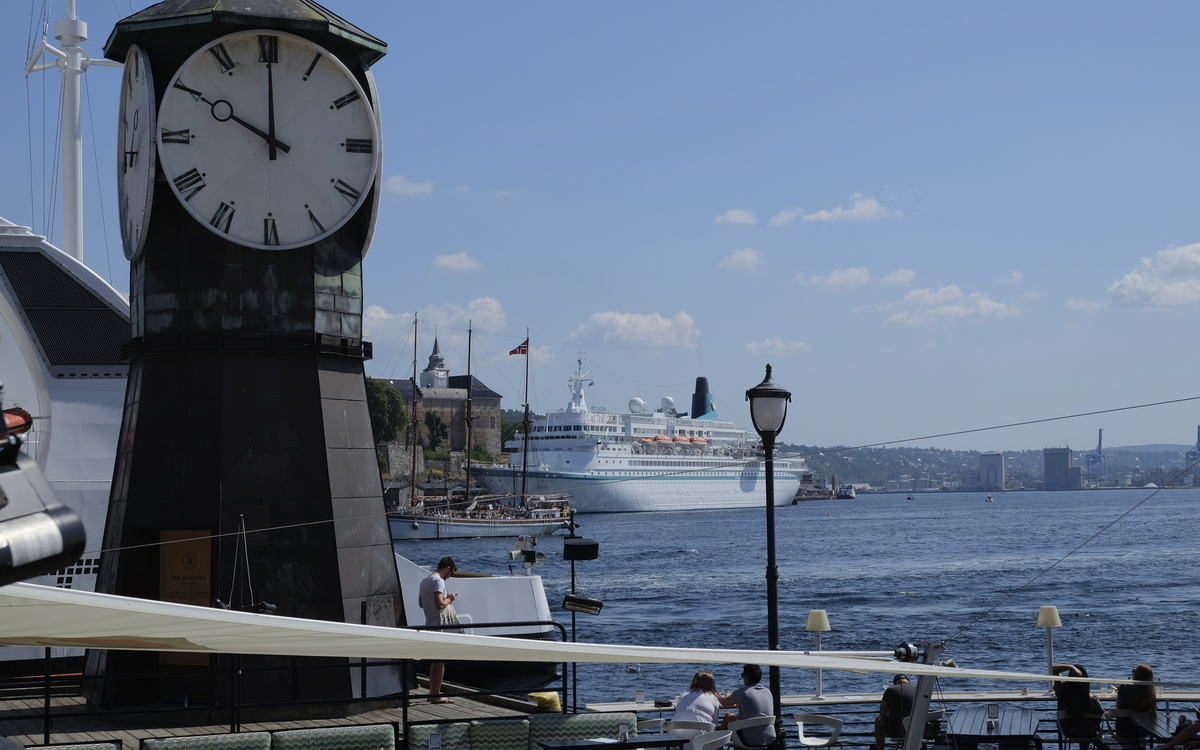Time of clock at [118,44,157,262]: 10:00
